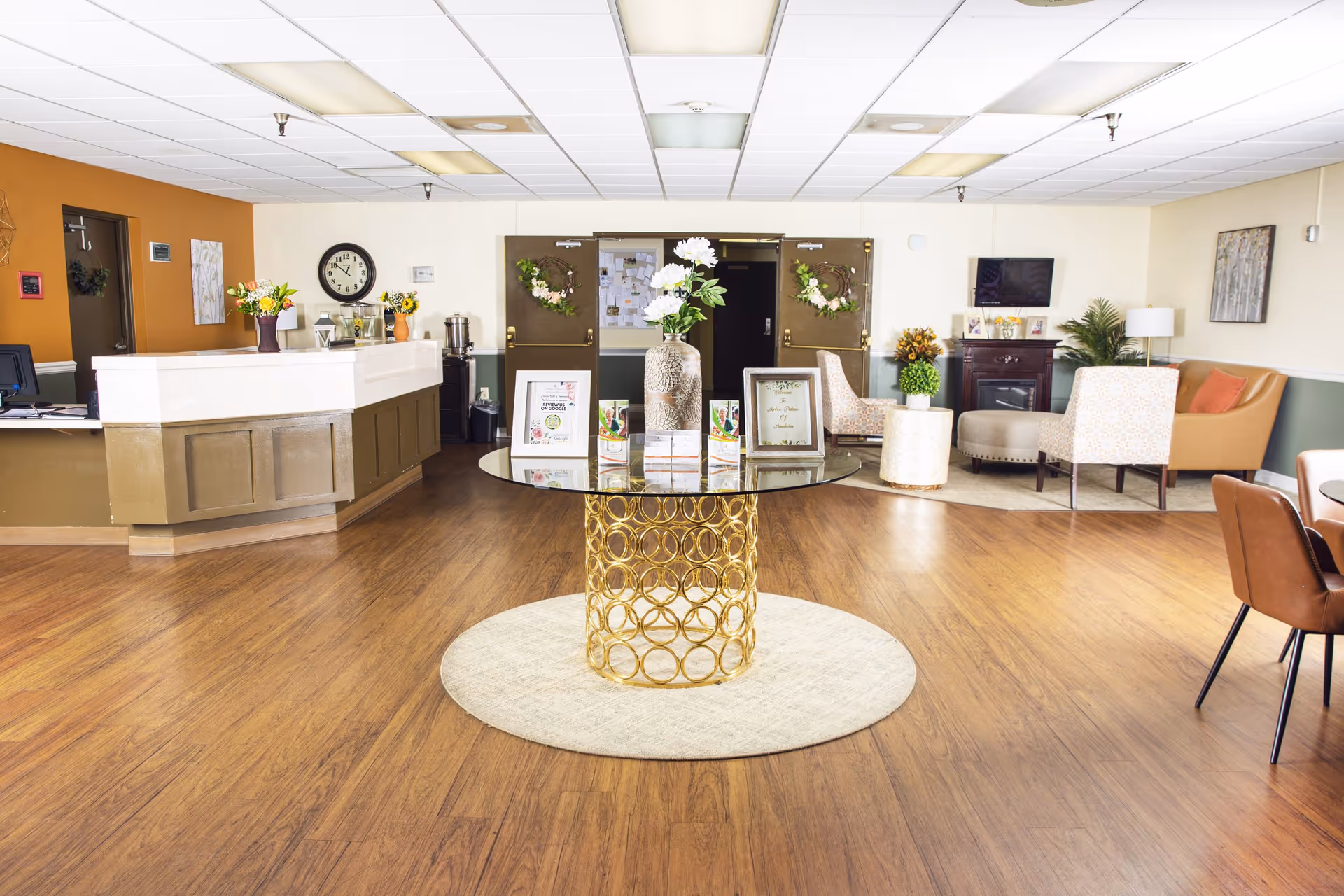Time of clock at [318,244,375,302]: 12:51
